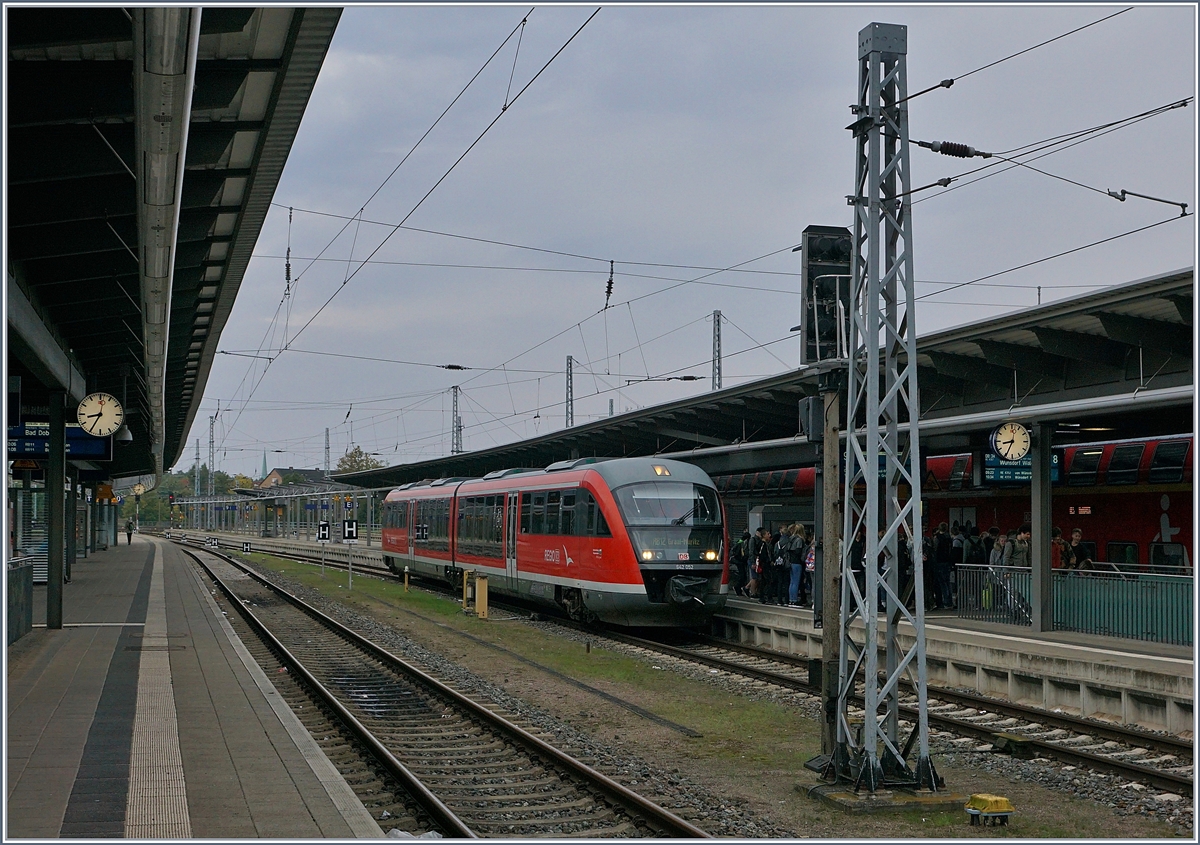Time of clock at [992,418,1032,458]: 8:34
